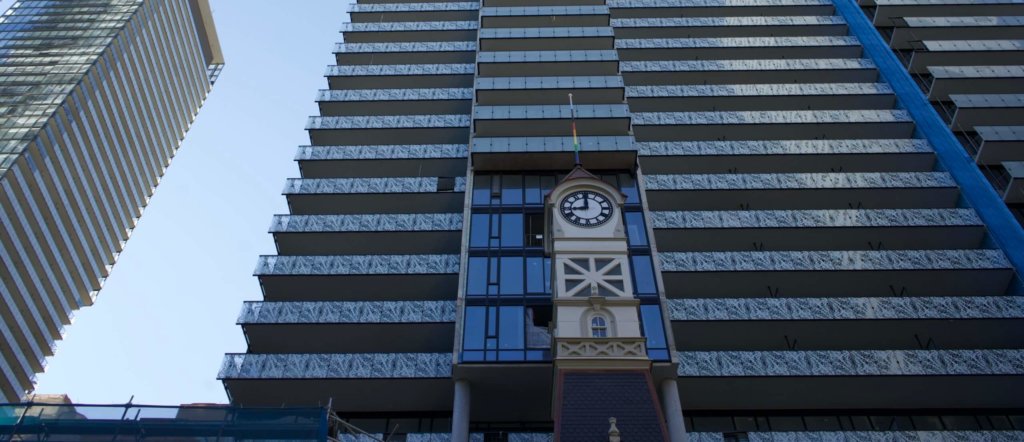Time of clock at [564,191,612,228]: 8:59
